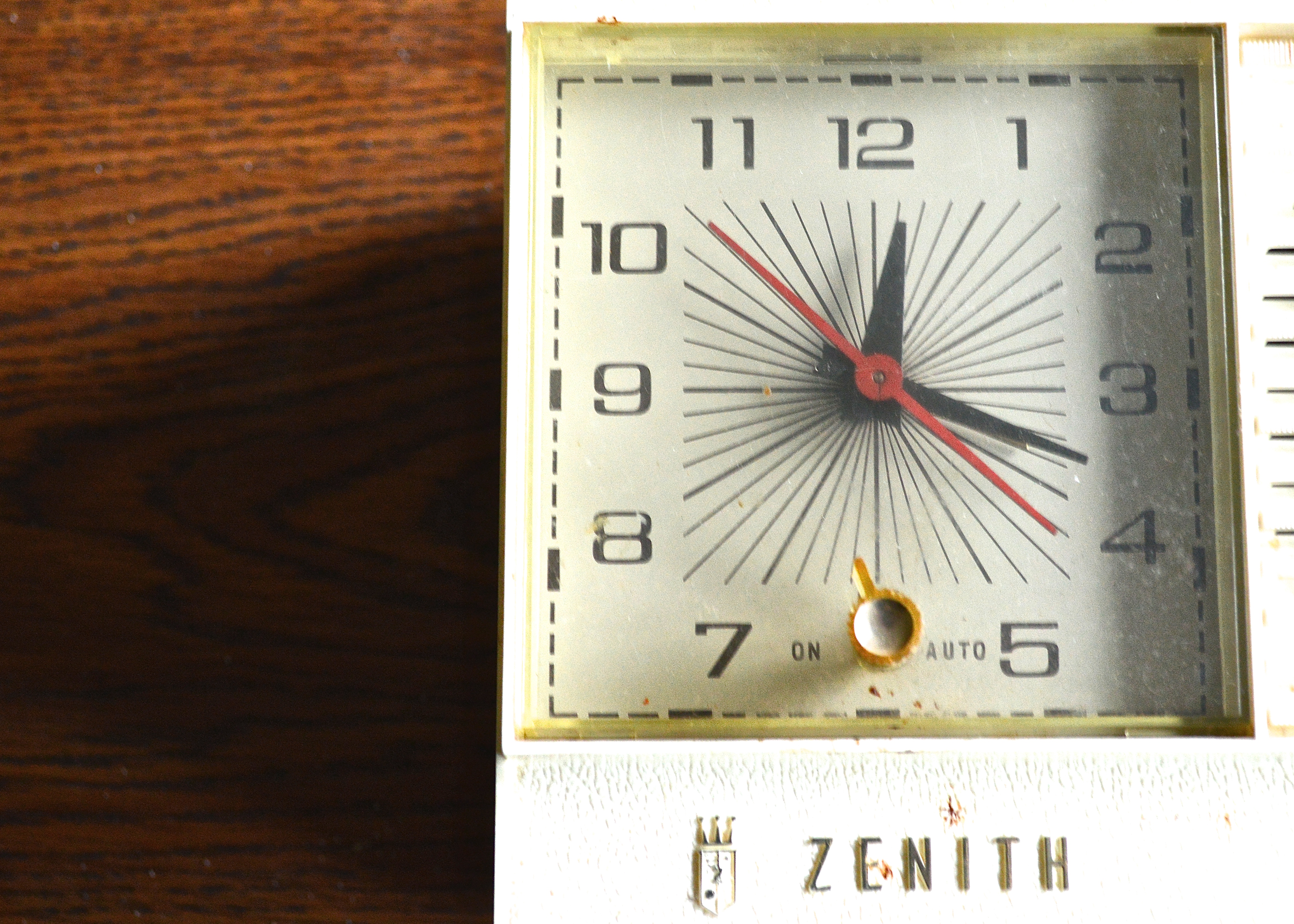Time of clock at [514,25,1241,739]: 12:17
